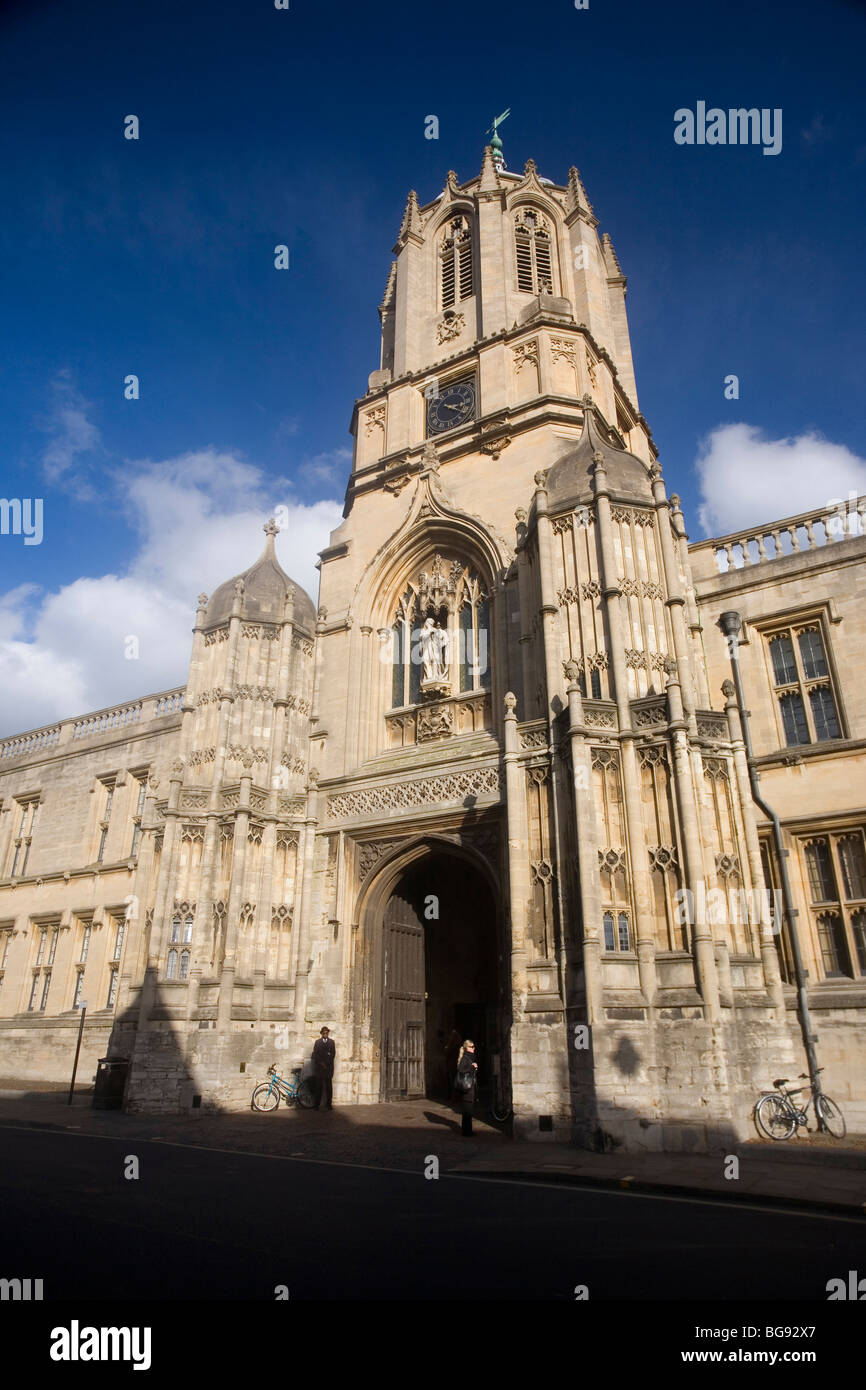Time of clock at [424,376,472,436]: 3:20
